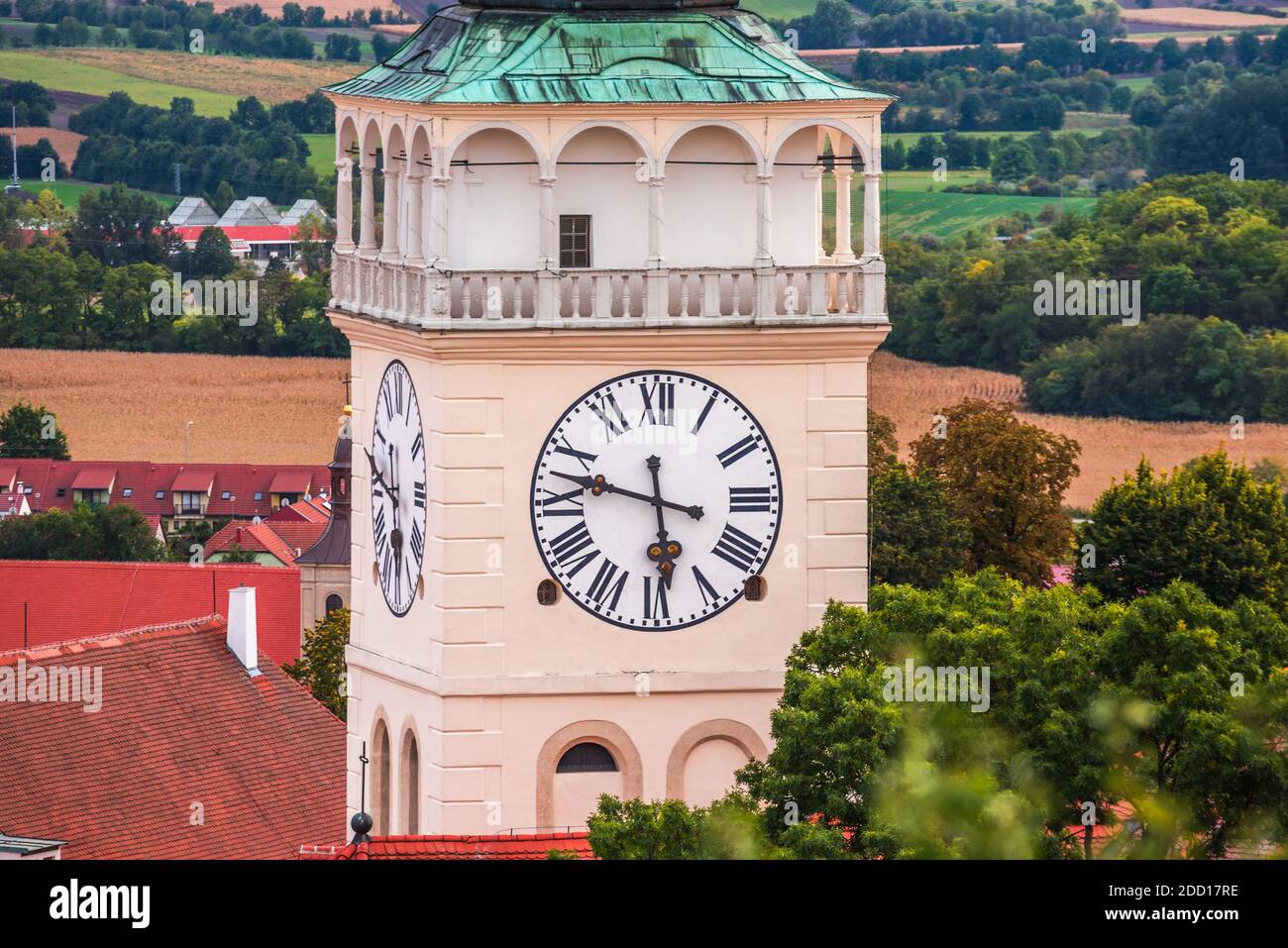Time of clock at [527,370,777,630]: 5:47
